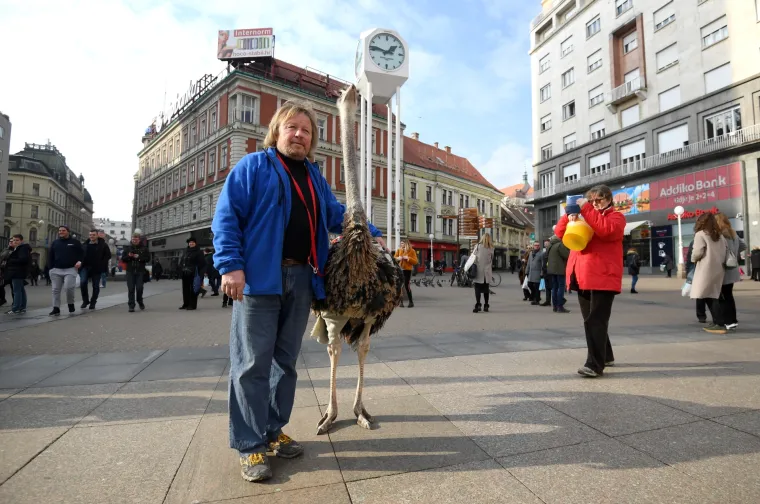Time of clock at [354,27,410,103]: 1:46
